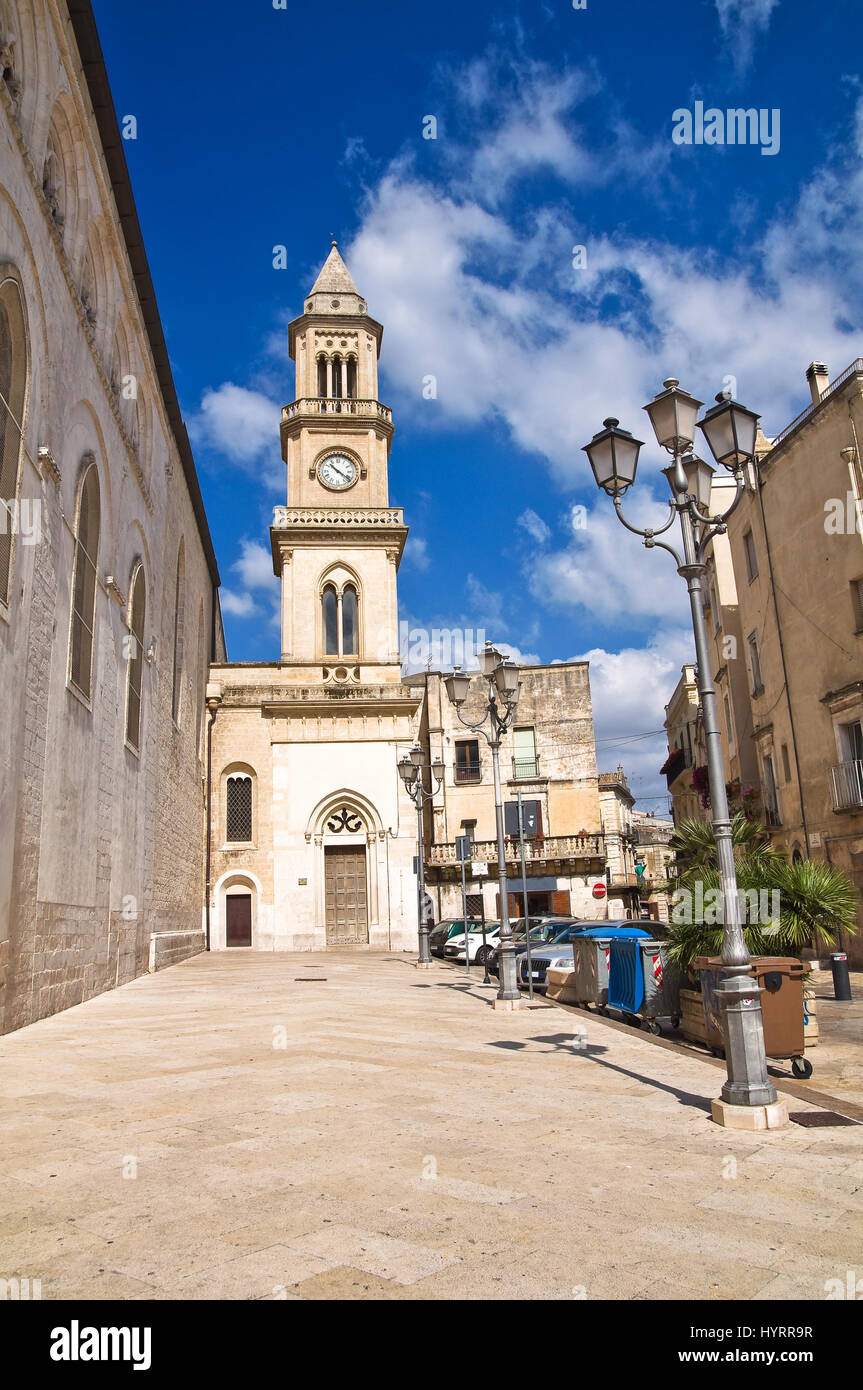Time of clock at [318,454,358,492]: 10:21
